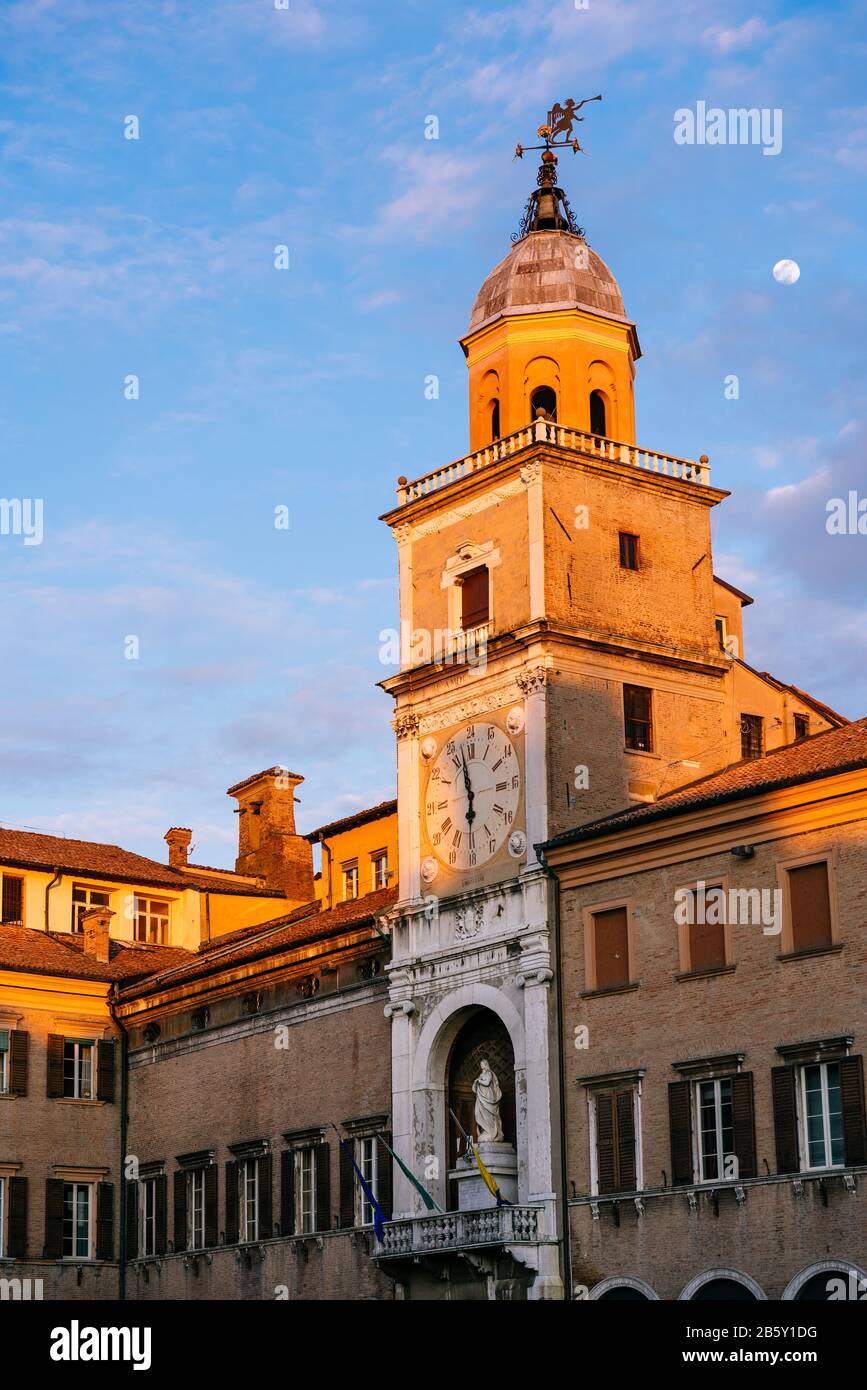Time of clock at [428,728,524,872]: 5:57
